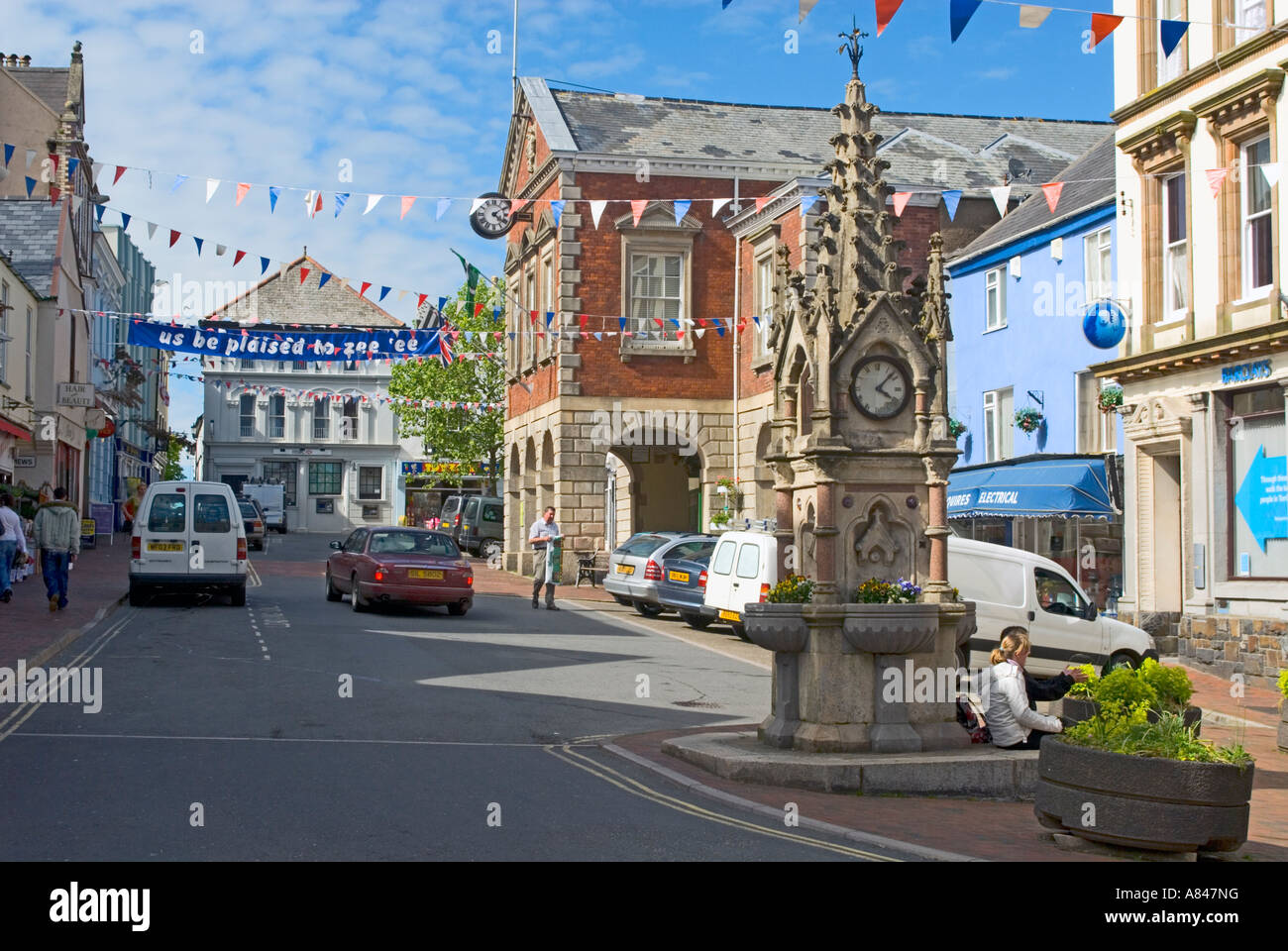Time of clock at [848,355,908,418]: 4:07
